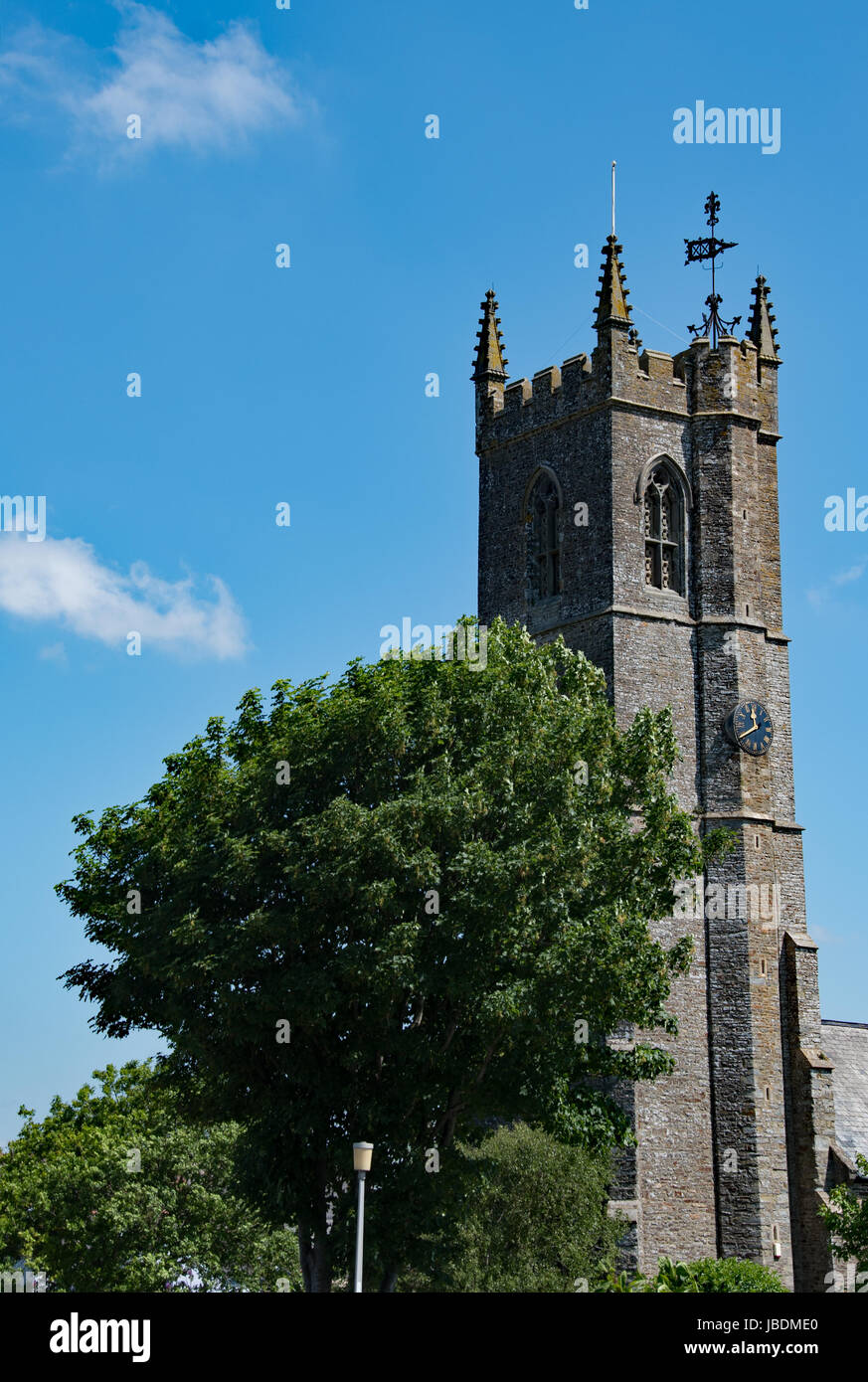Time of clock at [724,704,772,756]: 11:40
